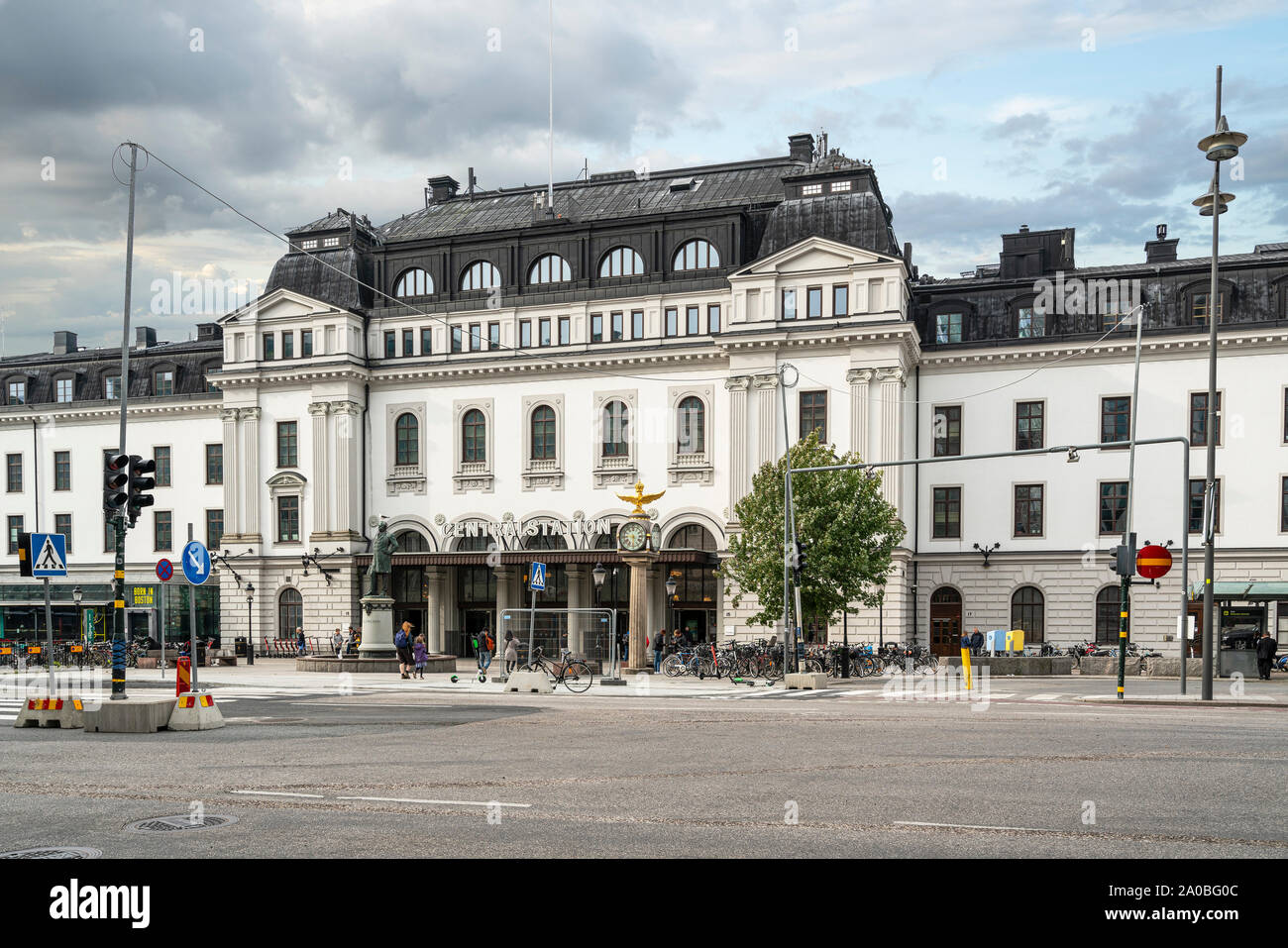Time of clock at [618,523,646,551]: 5:45
